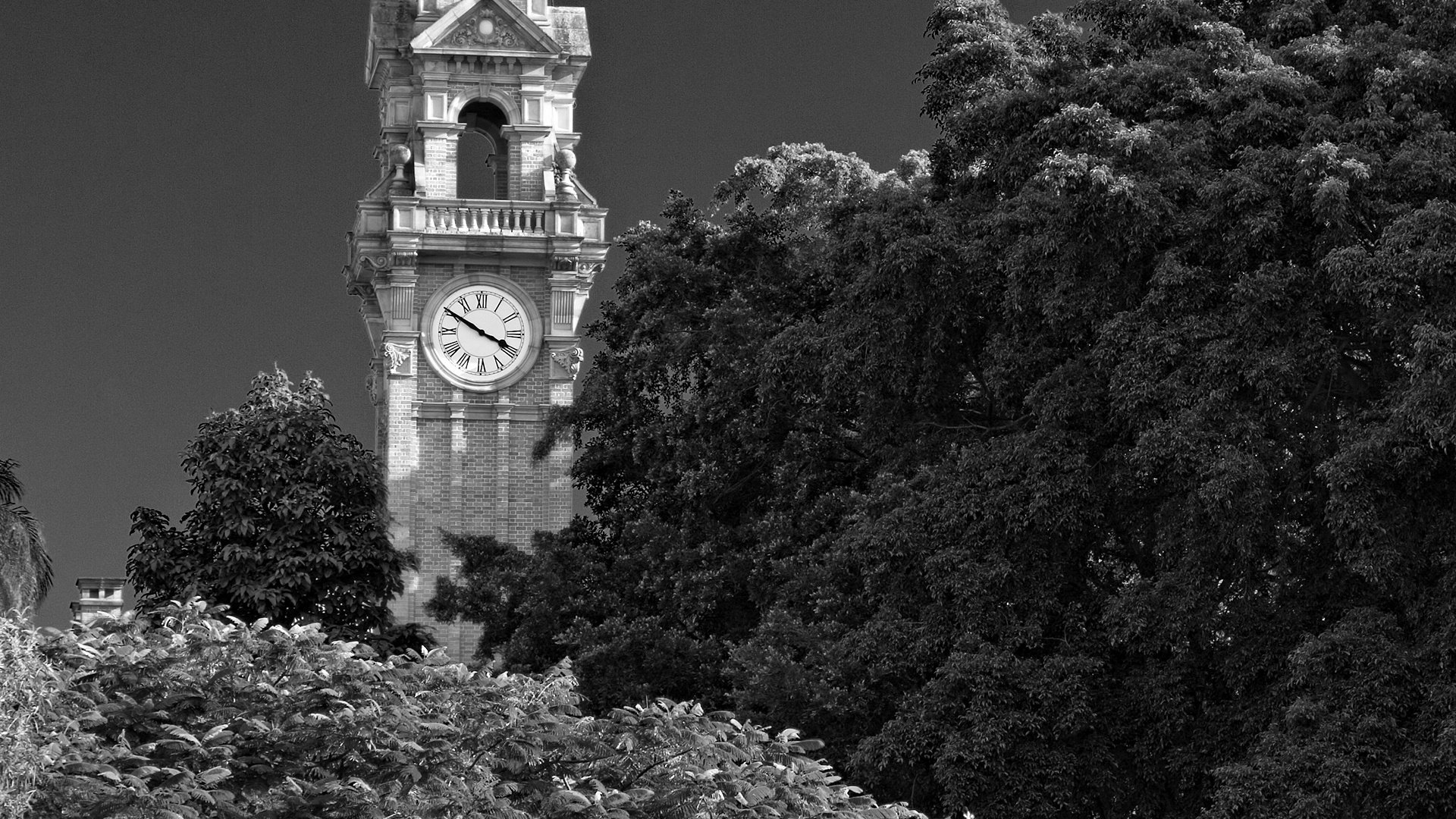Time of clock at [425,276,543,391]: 3:50
